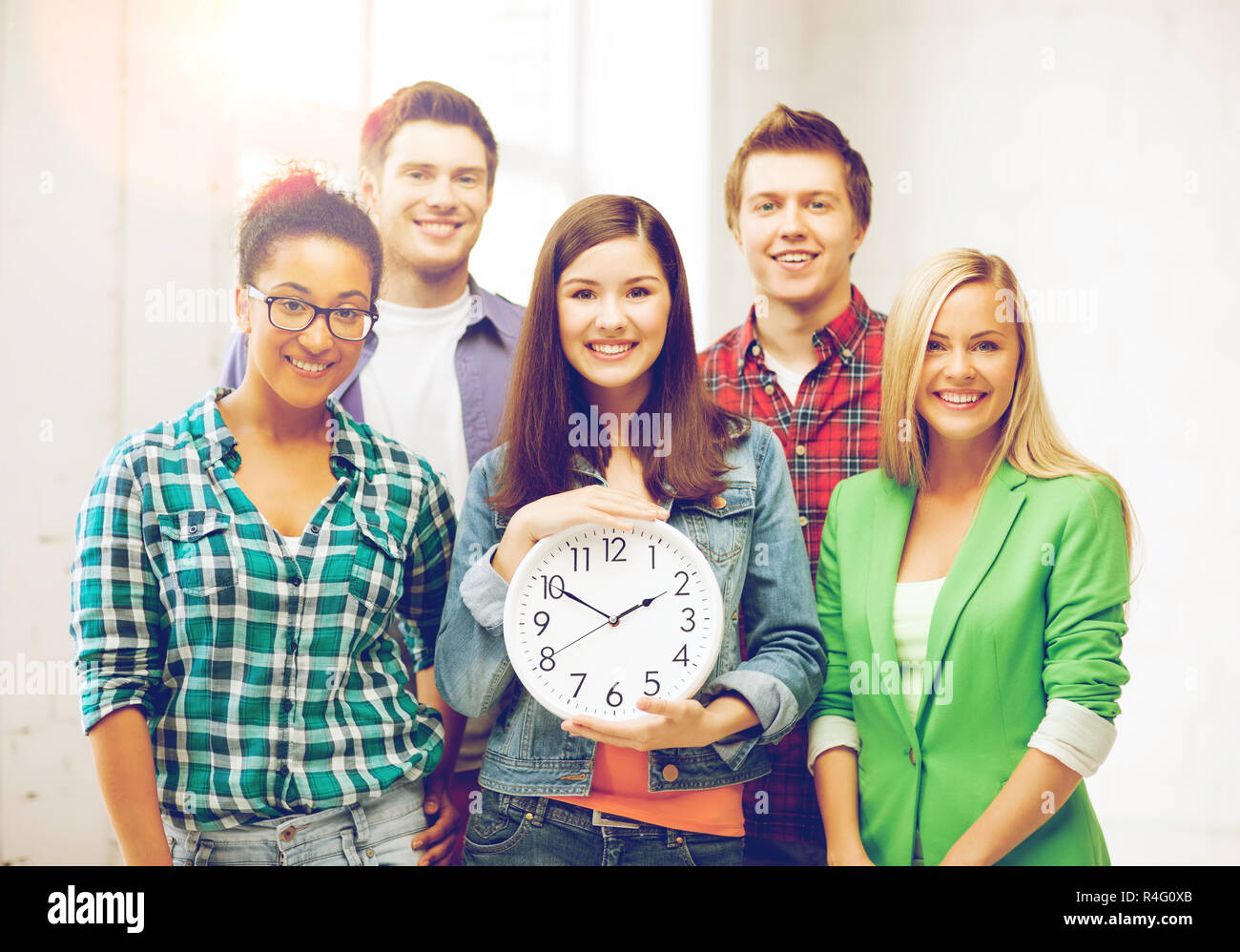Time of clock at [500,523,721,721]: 1:50
